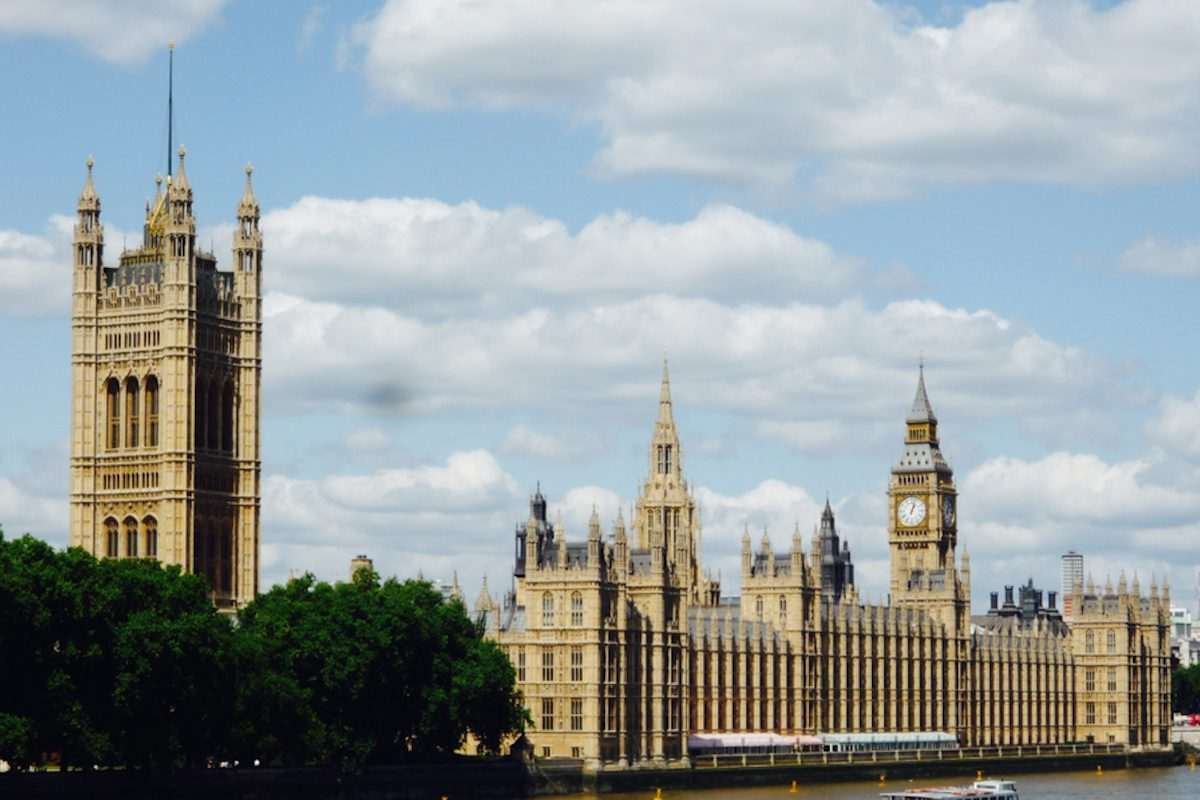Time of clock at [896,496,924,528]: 1:02
